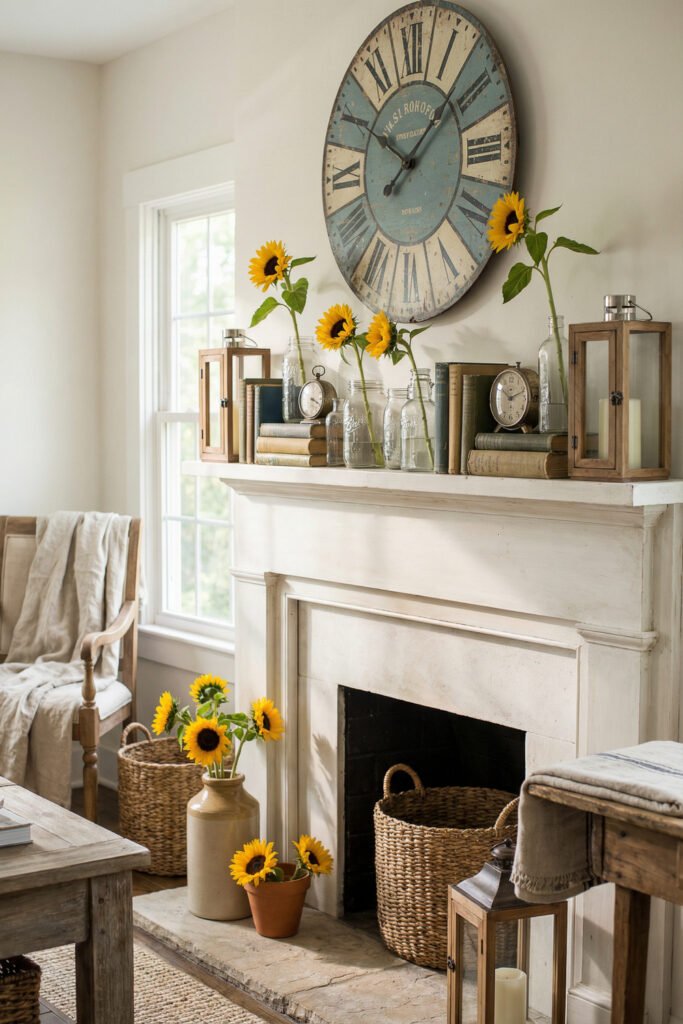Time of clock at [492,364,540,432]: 10:11
